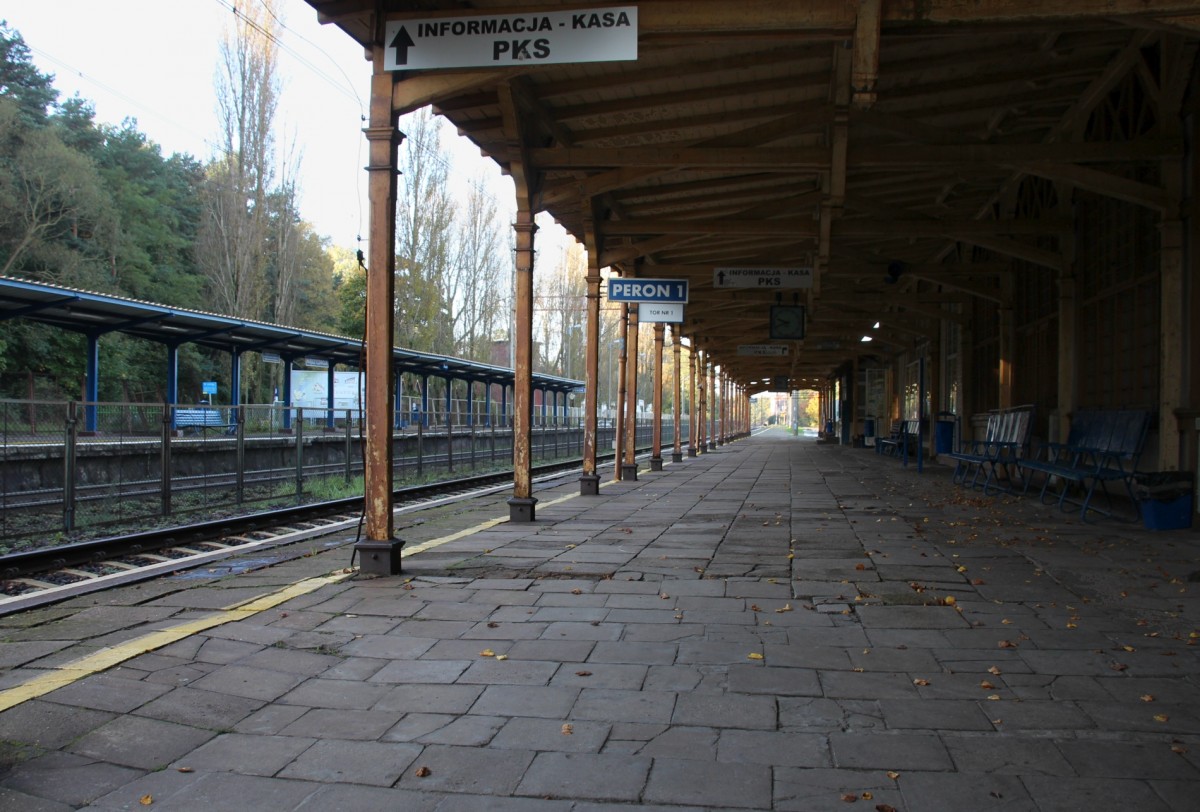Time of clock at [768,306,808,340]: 9:41
